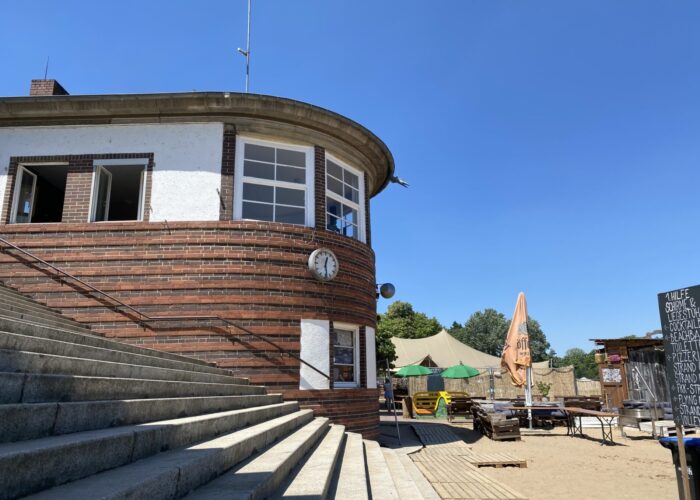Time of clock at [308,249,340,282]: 12:28
